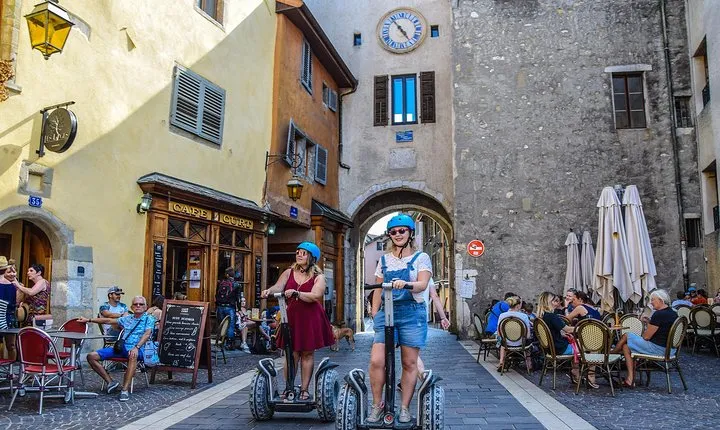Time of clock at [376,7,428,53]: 4:54
